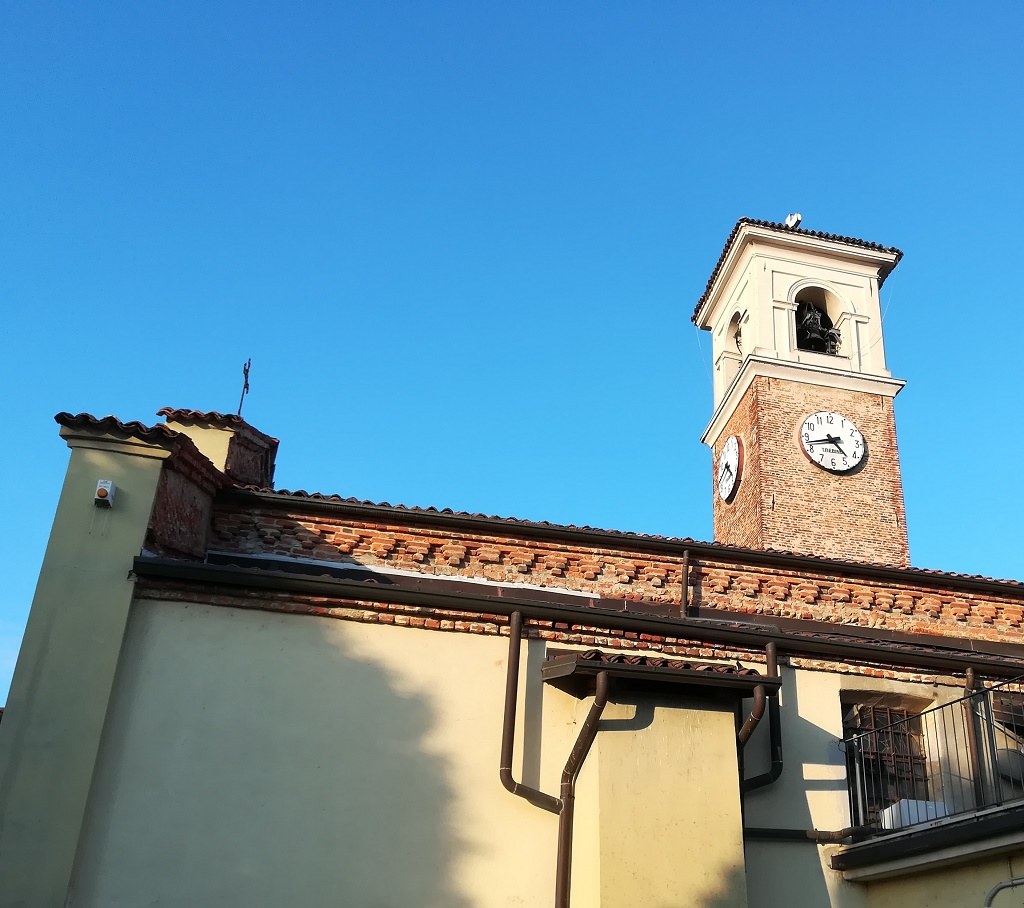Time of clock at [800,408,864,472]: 4:42
